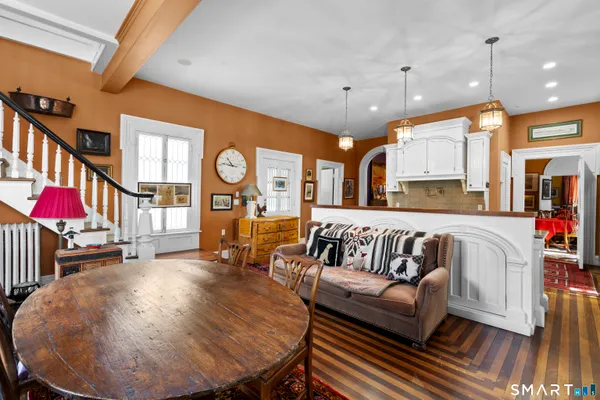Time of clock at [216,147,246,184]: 10:45
